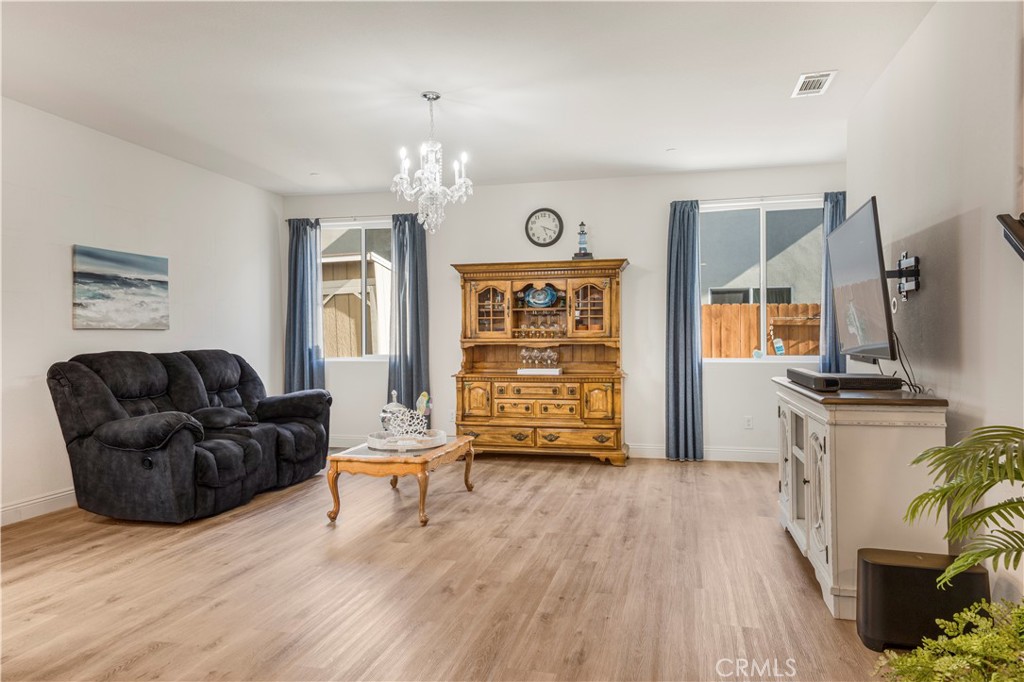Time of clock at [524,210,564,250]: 5:19
